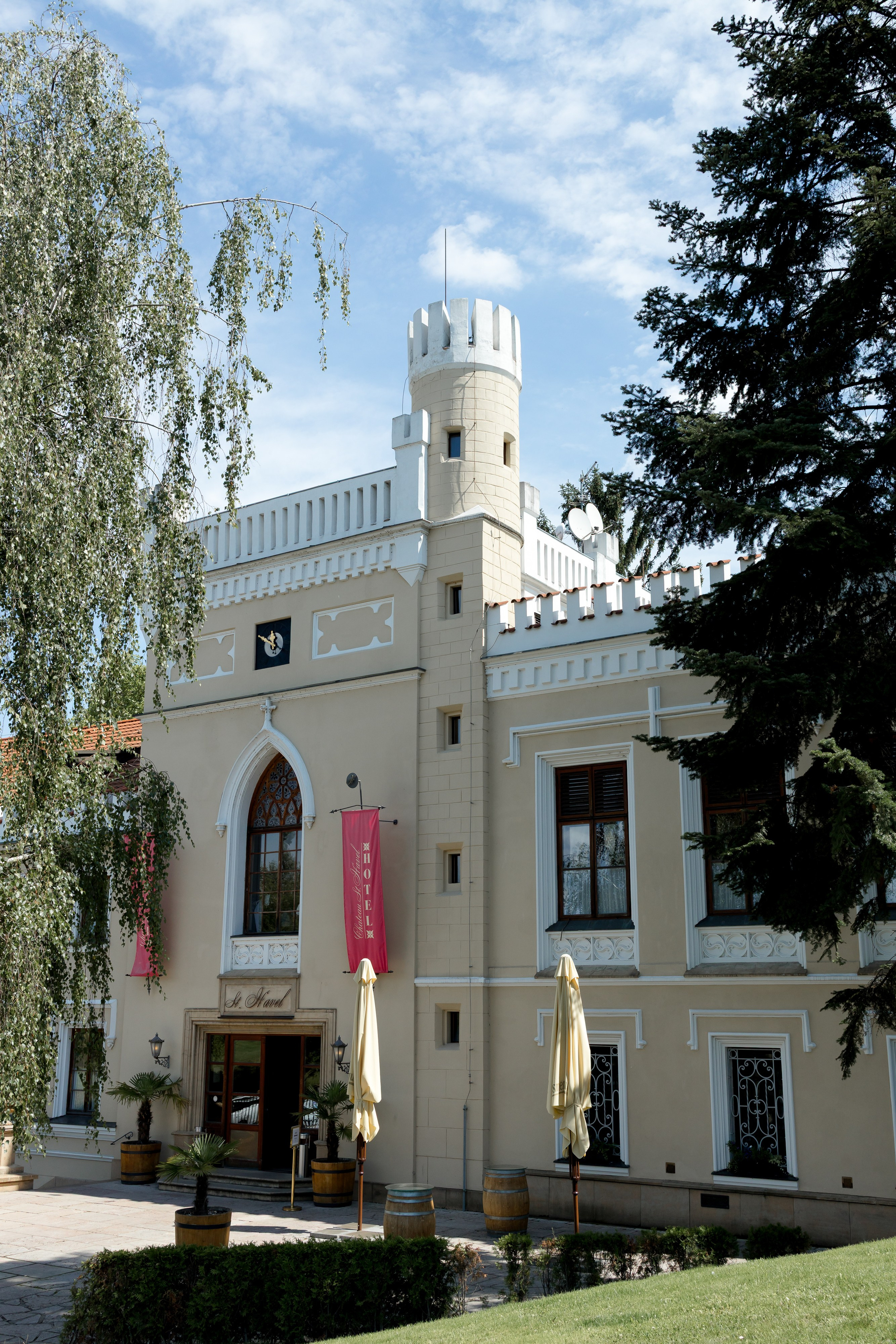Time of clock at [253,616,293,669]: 11:50
